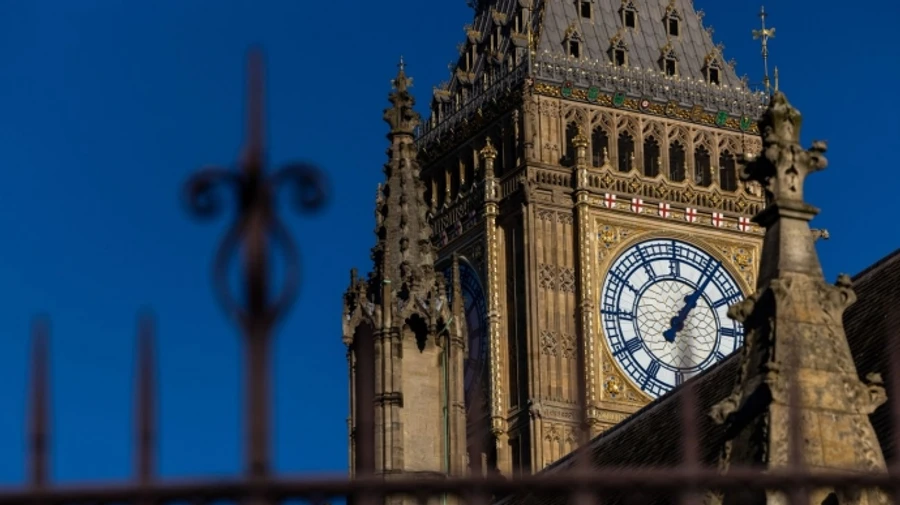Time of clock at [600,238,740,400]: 1:06
